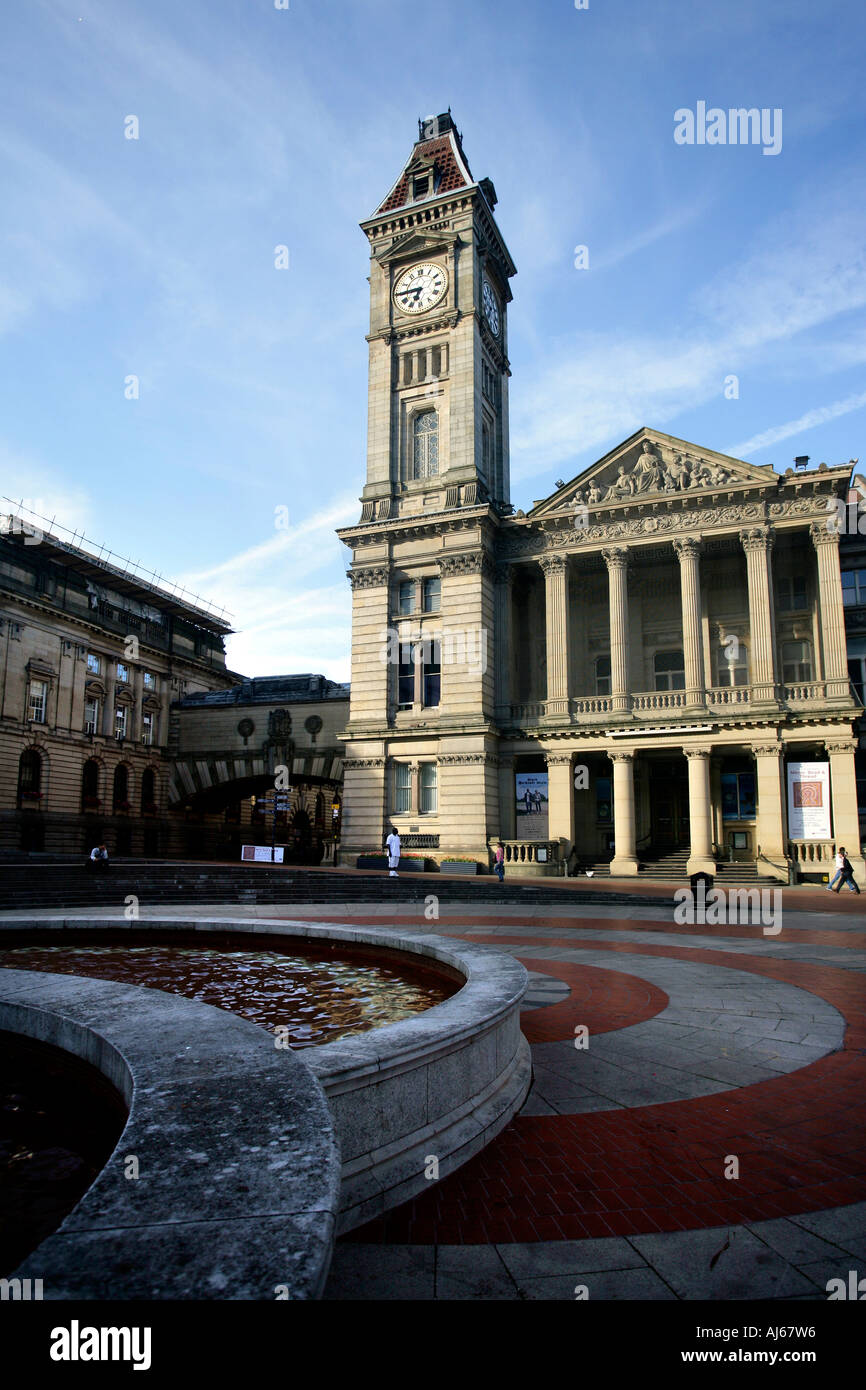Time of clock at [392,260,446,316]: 6:44
